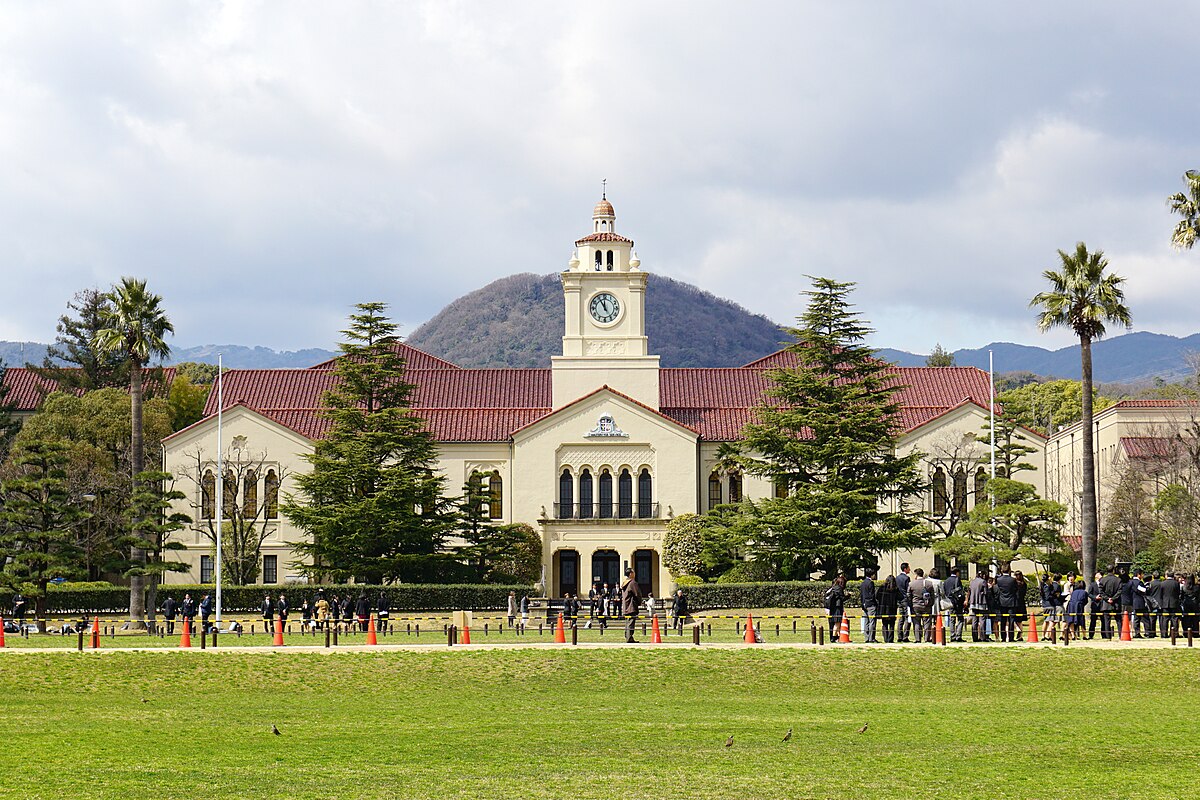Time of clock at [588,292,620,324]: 10:59
